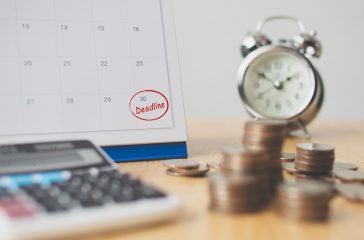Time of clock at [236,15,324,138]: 1:50
